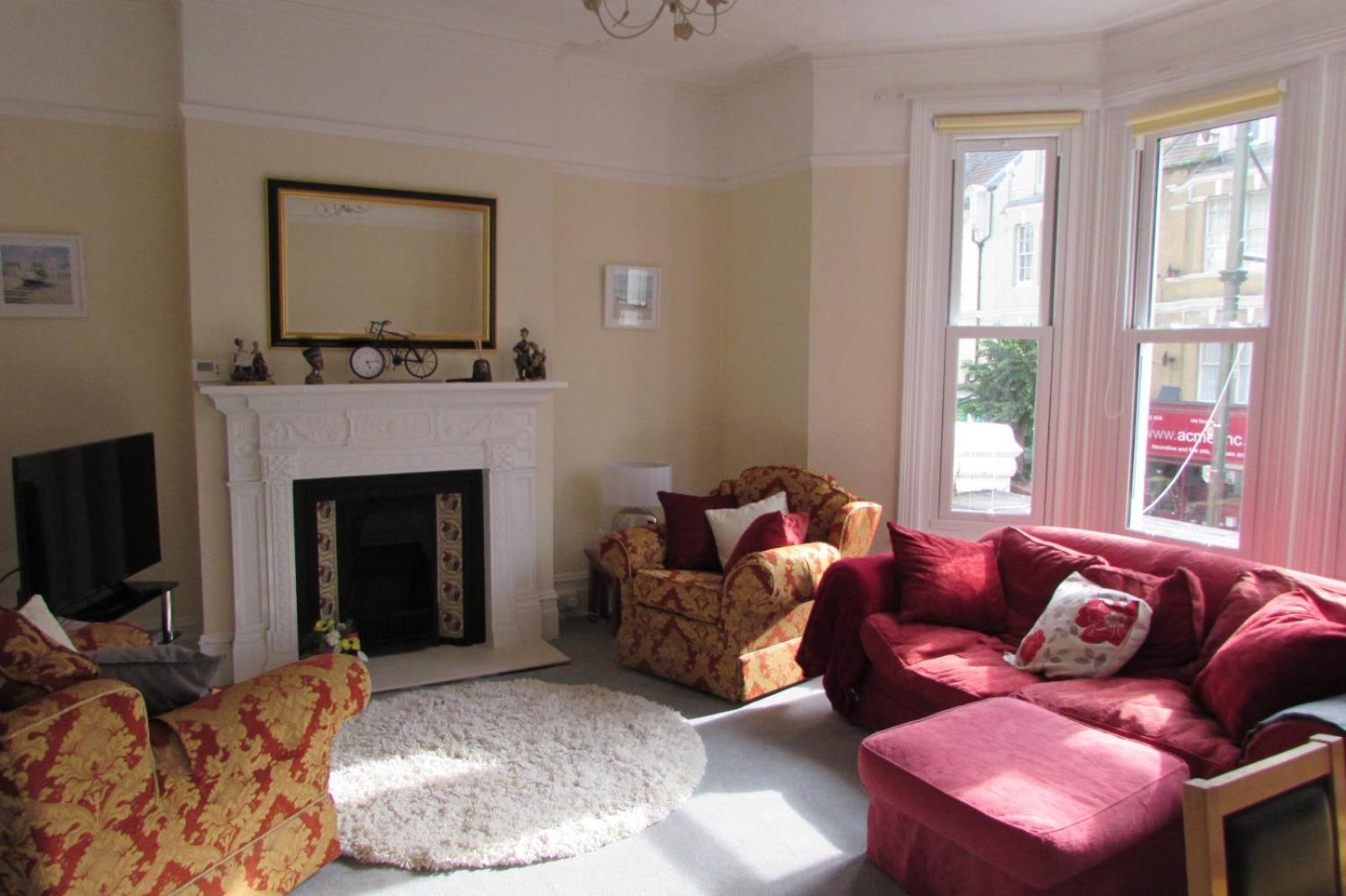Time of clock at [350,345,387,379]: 5:13
